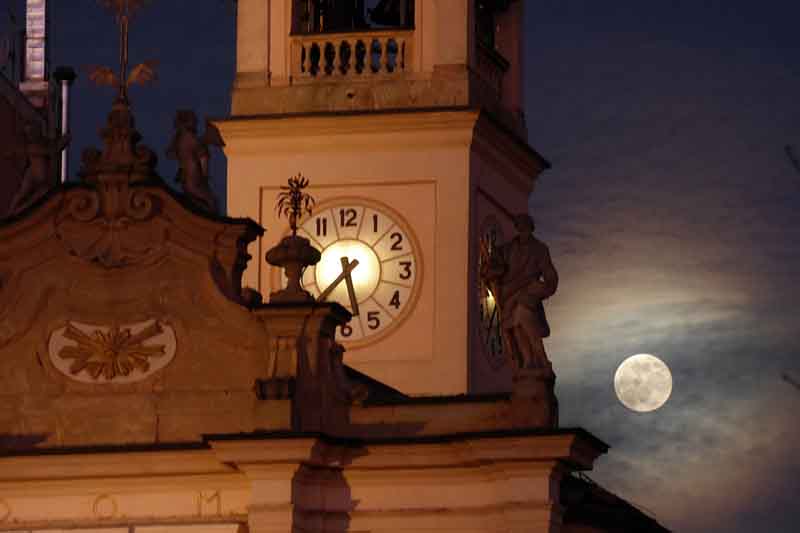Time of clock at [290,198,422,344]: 5:38
